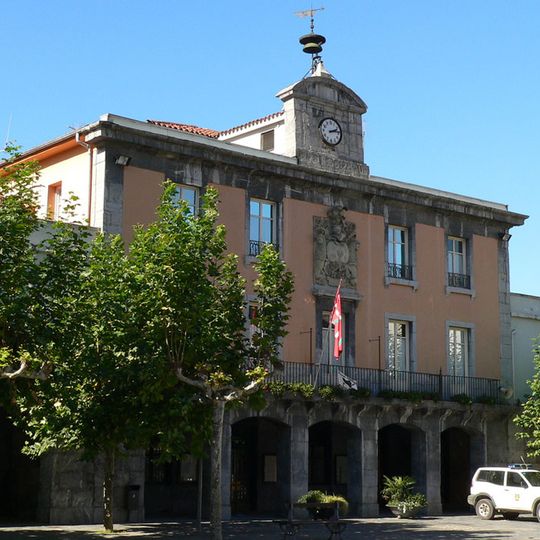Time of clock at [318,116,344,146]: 2:13
